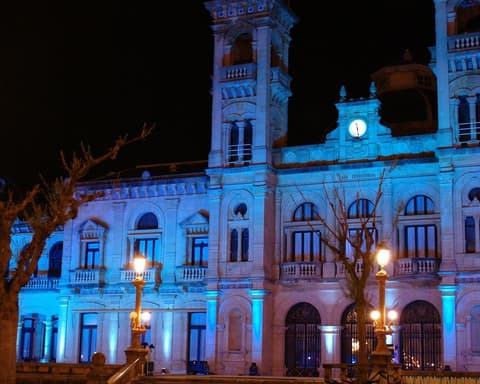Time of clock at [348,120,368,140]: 11:28
